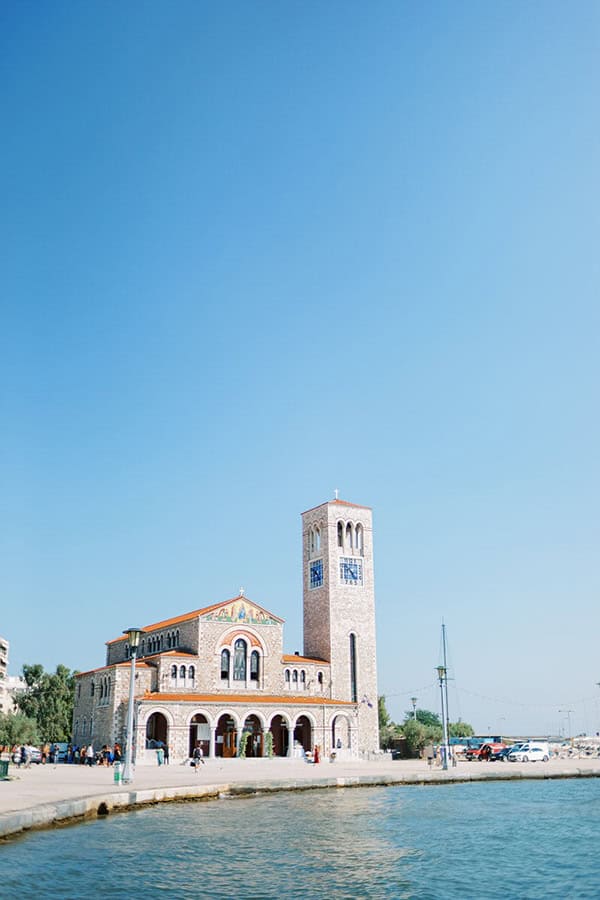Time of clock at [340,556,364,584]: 4:52
